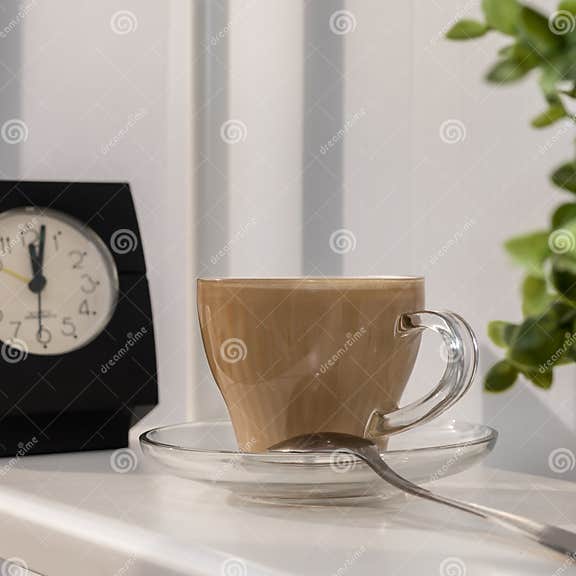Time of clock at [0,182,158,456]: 12:02
